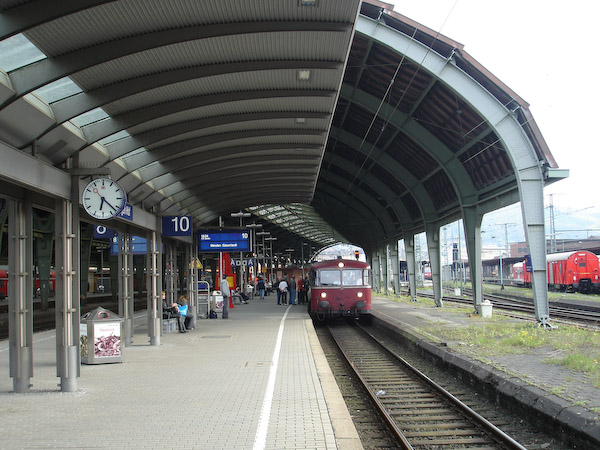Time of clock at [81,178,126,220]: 6:22
